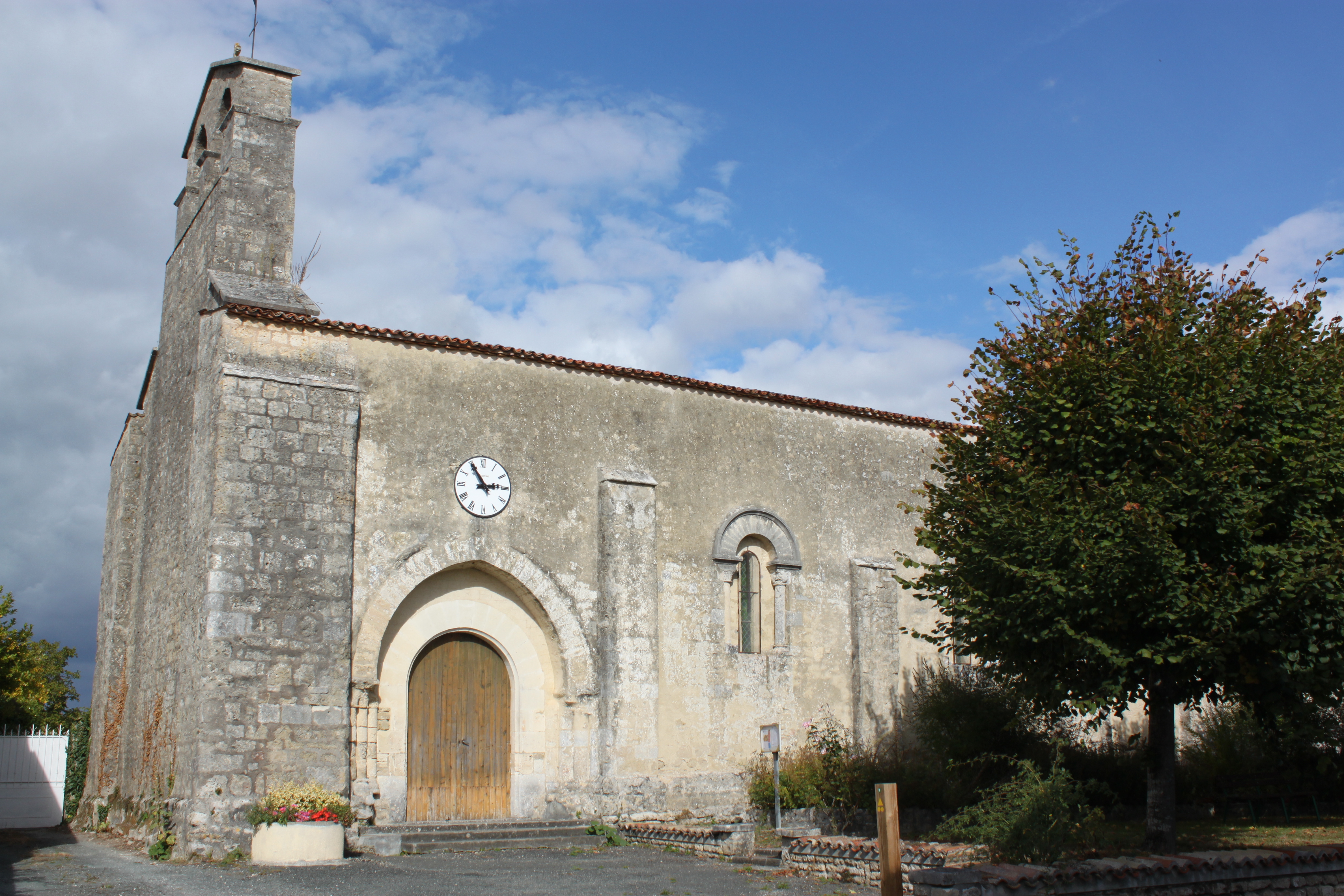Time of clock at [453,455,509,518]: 2:54
